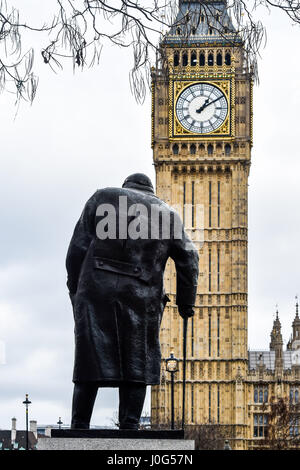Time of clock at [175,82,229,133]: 1:09
